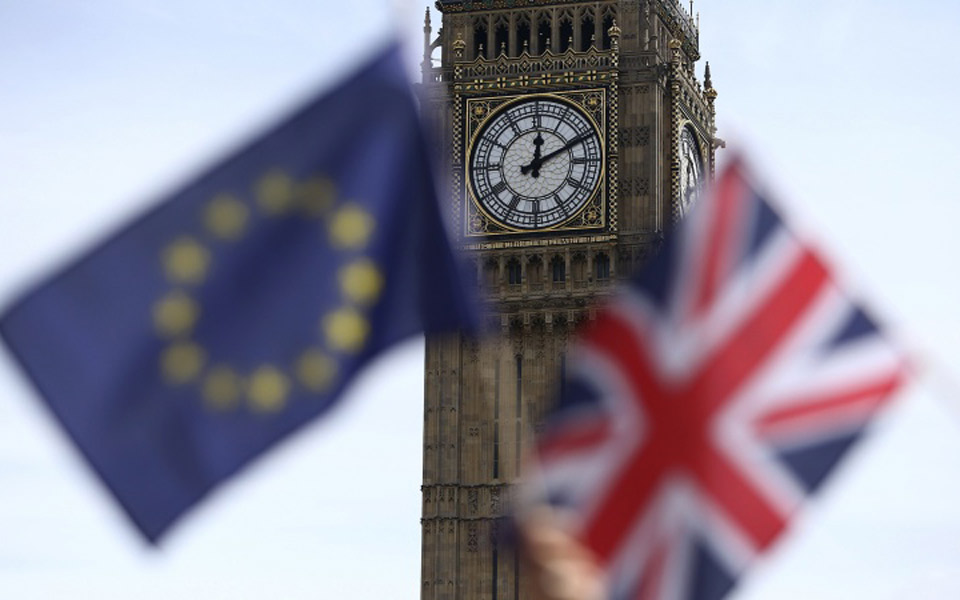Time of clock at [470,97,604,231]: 12:10
